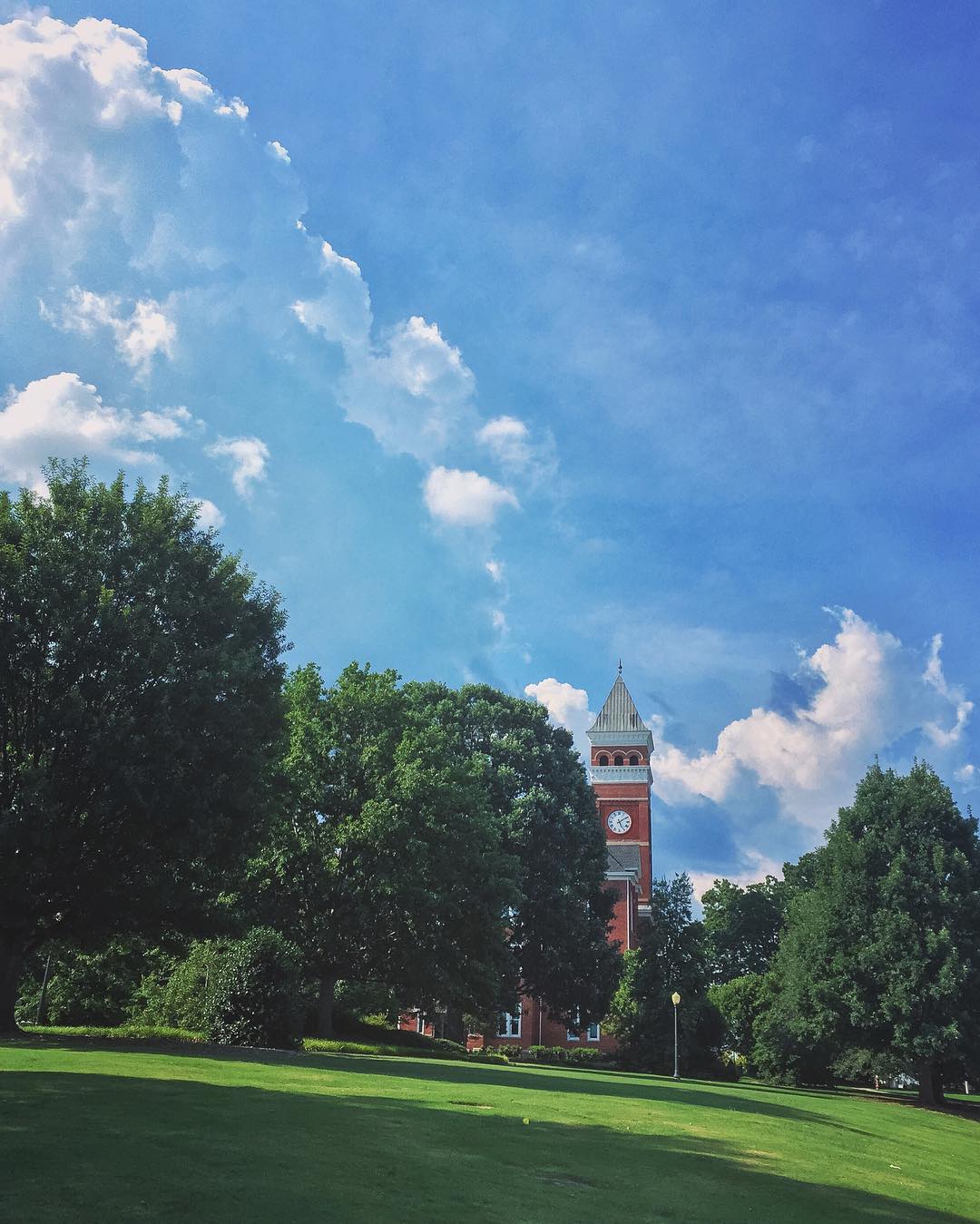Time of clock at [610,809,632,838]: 5:09
